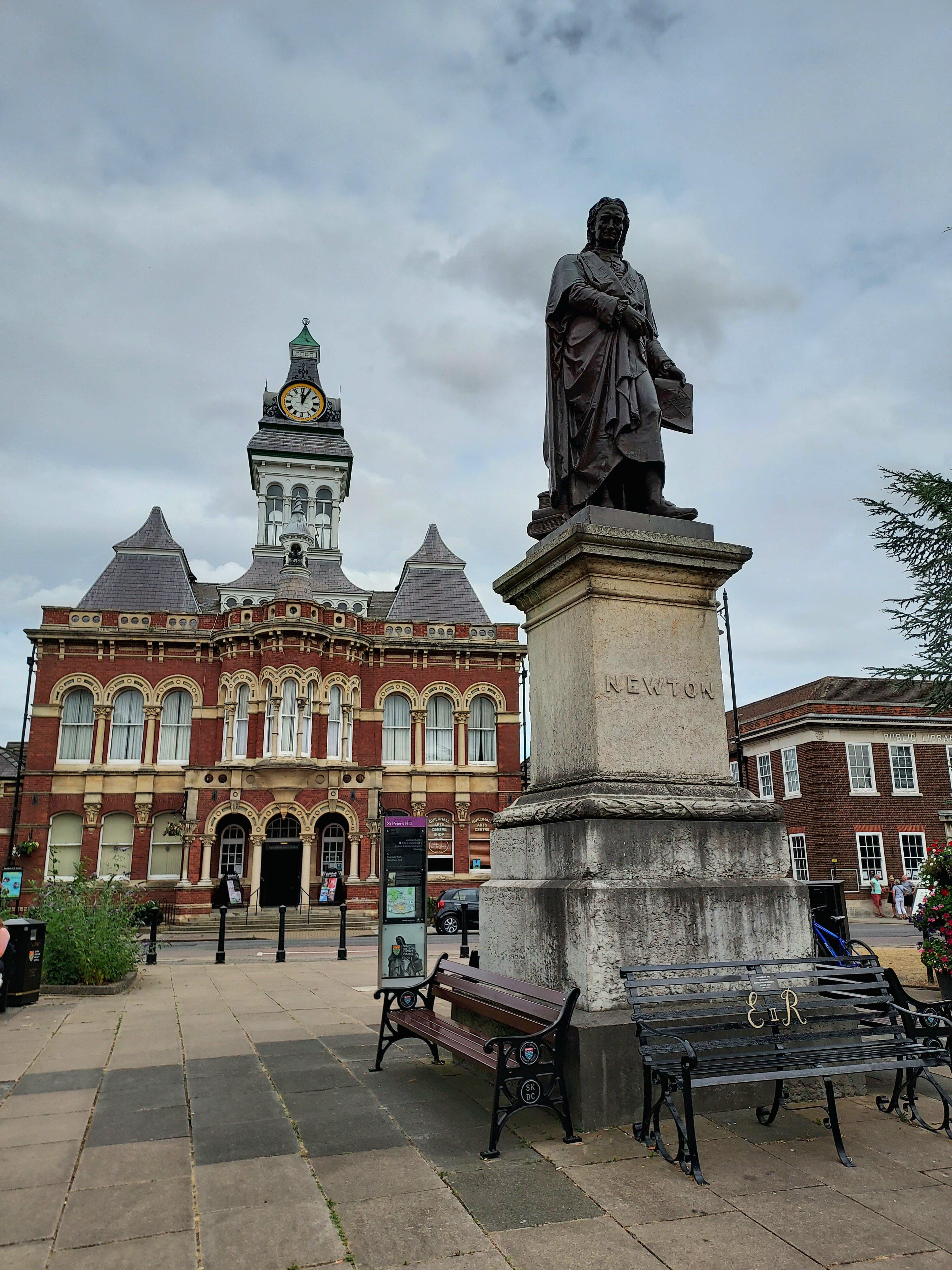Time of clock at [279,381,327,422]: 12:04
